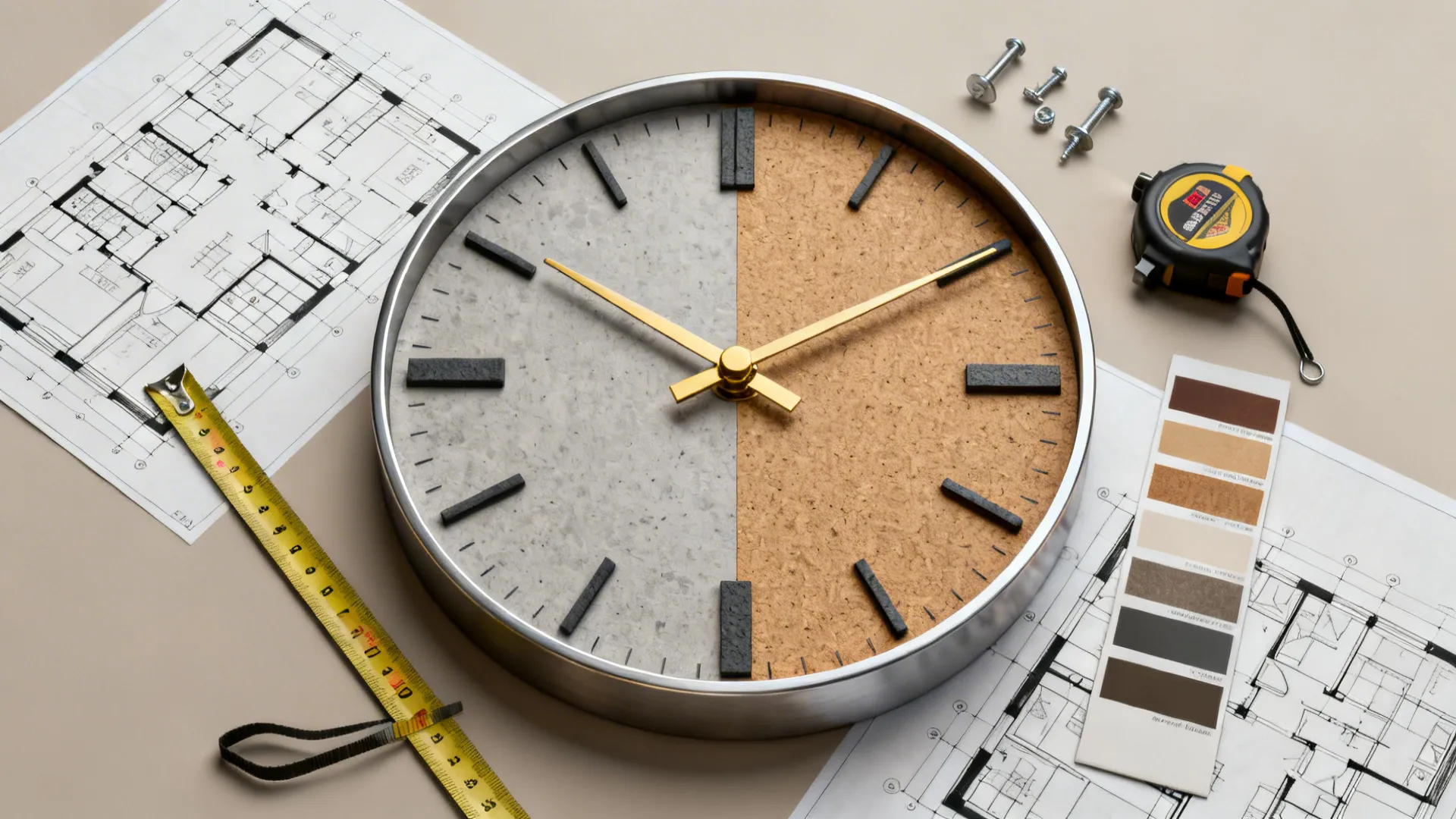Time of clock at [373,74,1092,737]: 10:09
